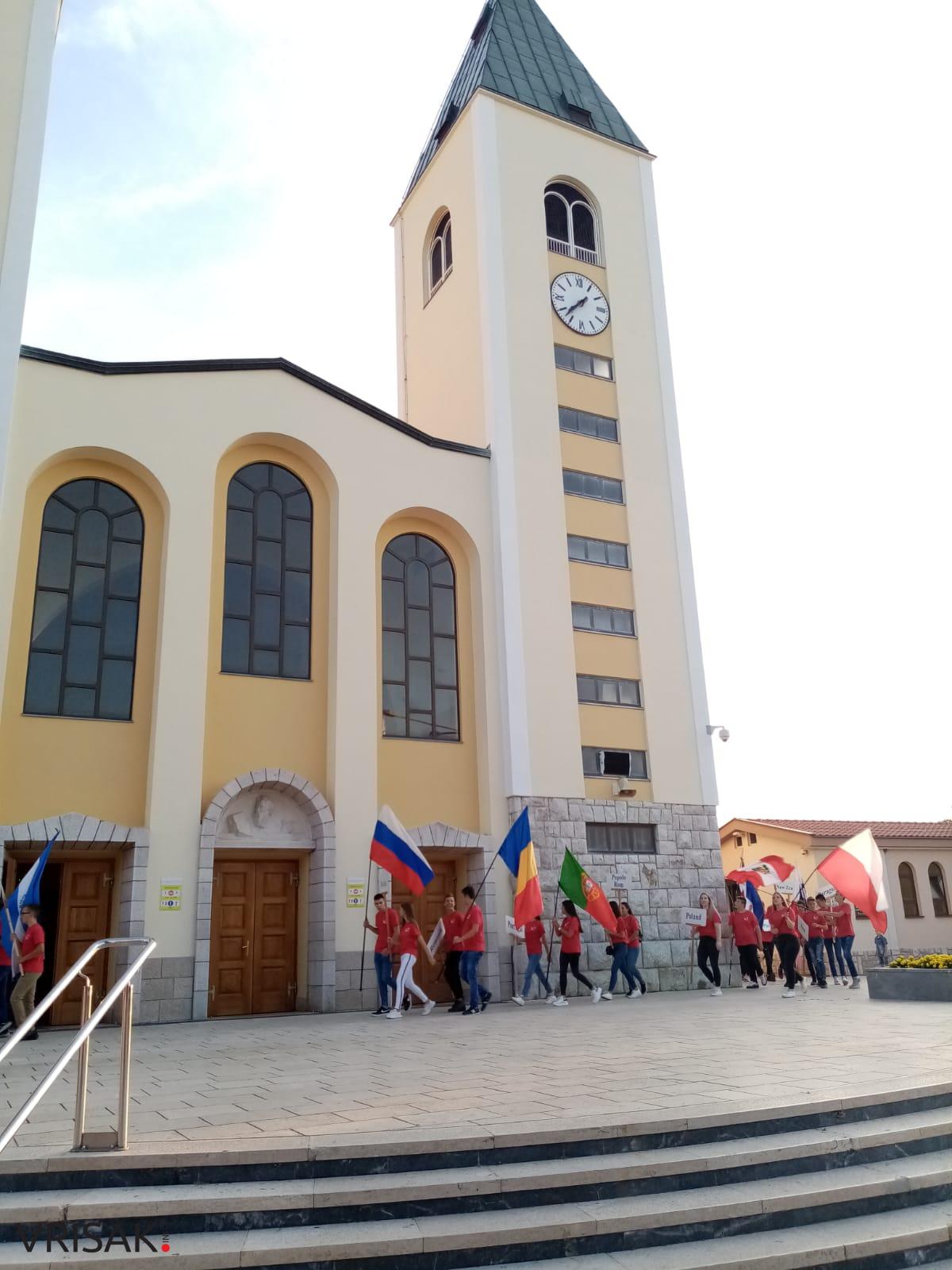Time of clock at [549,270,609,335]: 7:37
